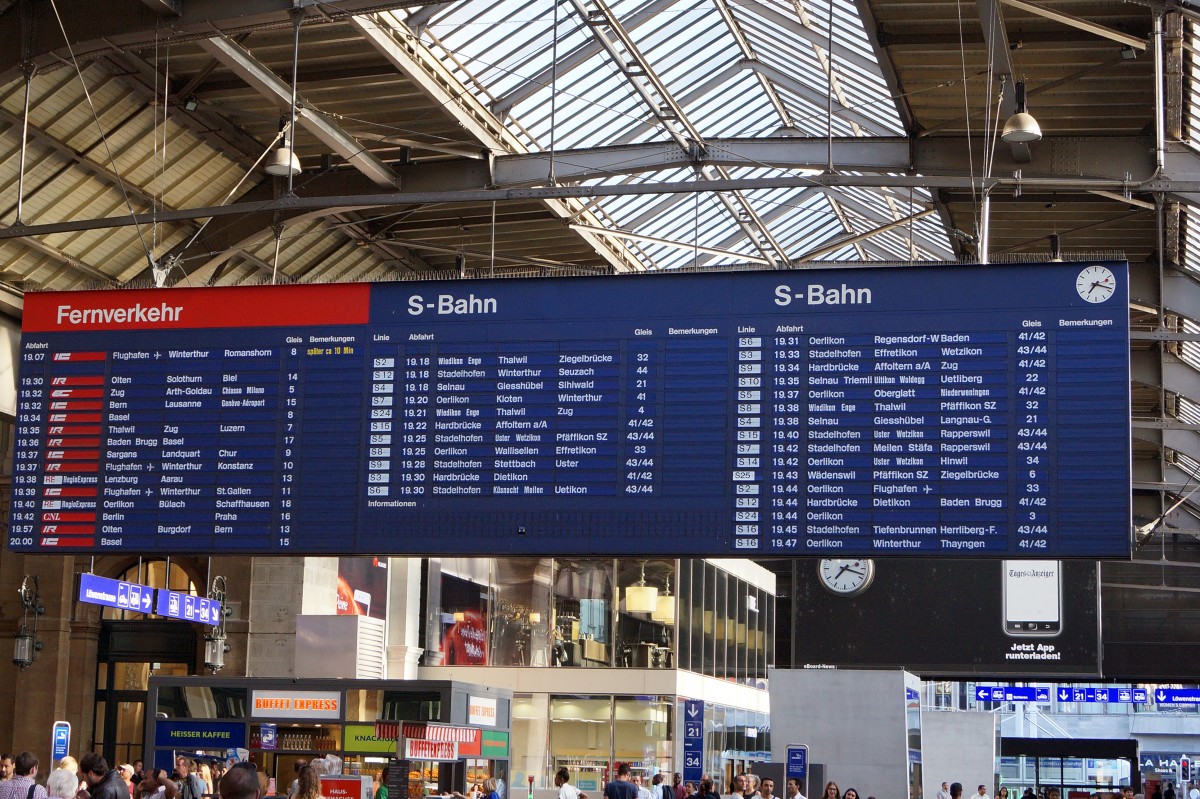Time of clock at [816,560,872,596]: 7:18
